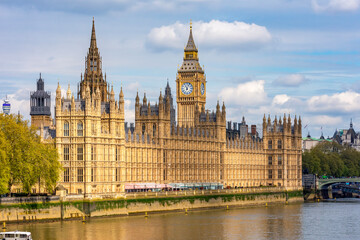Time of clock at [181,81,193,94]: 11:04
